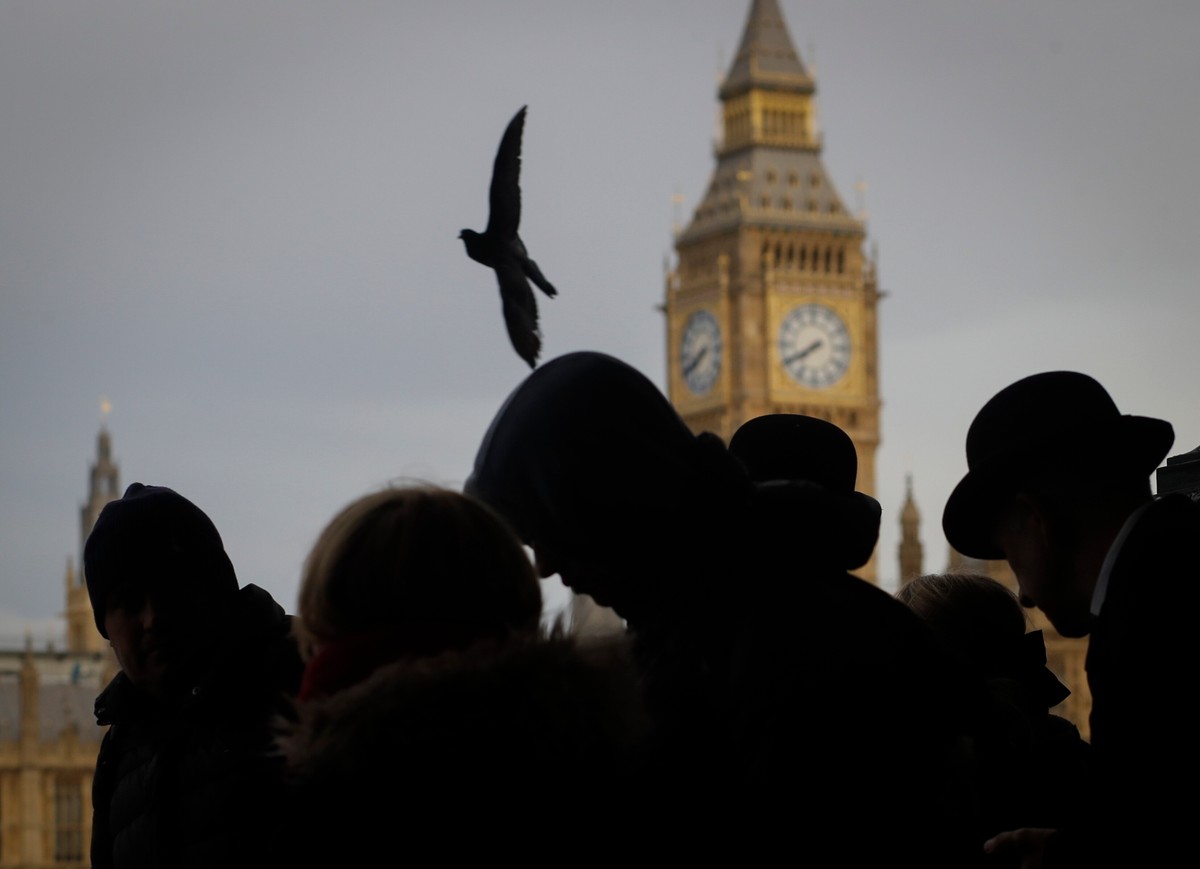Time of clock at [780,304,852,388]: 7:40
